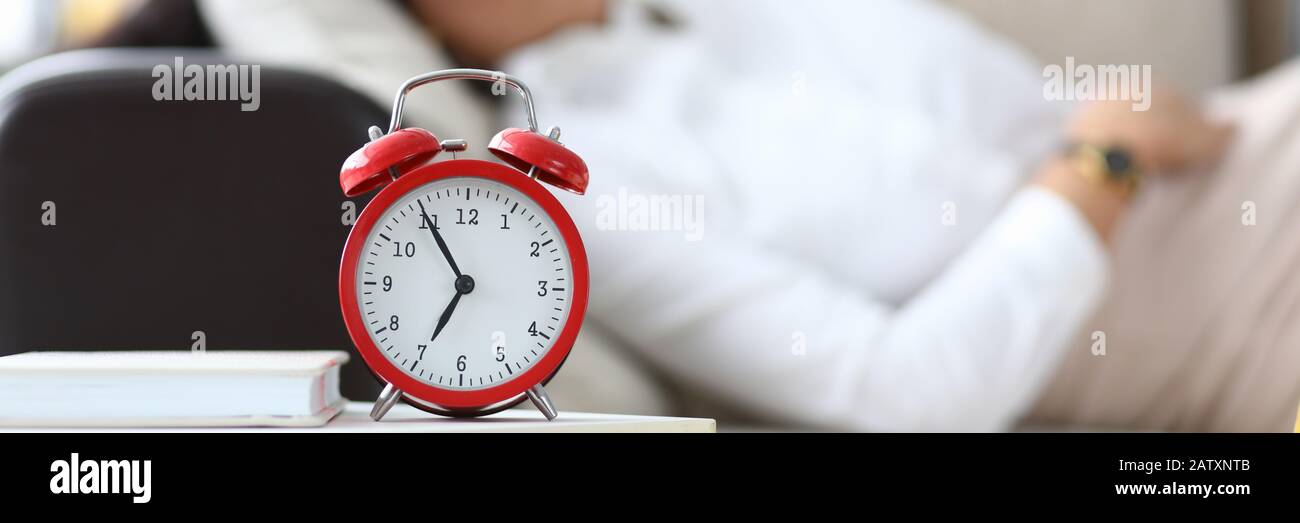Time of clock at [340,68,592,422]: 6:54
